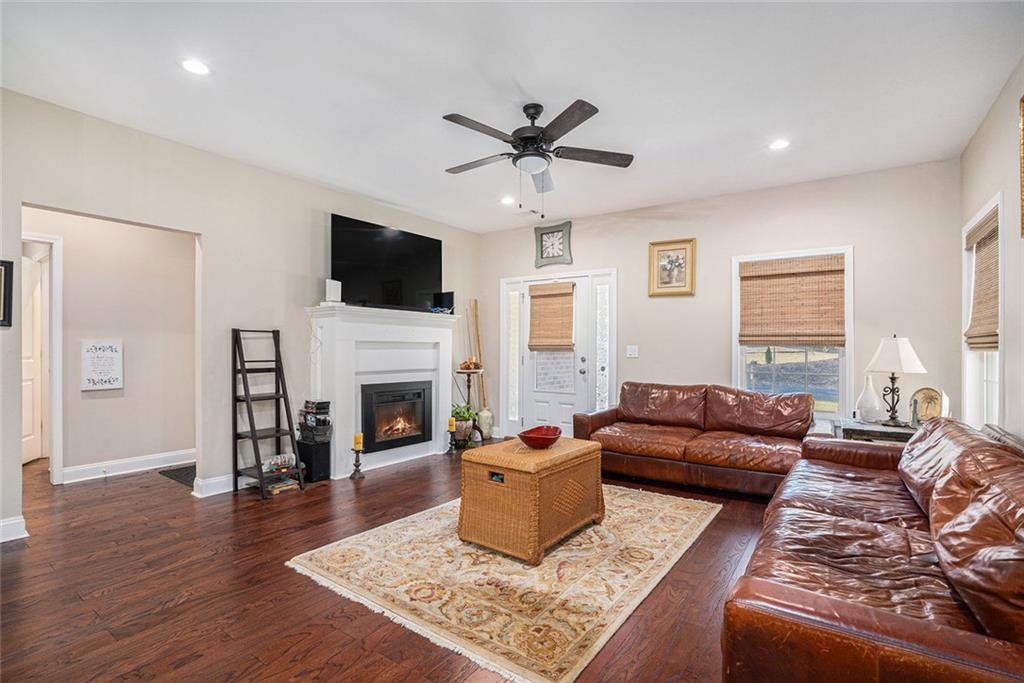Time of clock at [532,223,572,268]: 5:41
